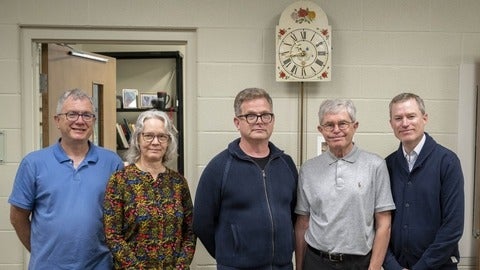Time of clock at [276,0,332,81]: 10:42
